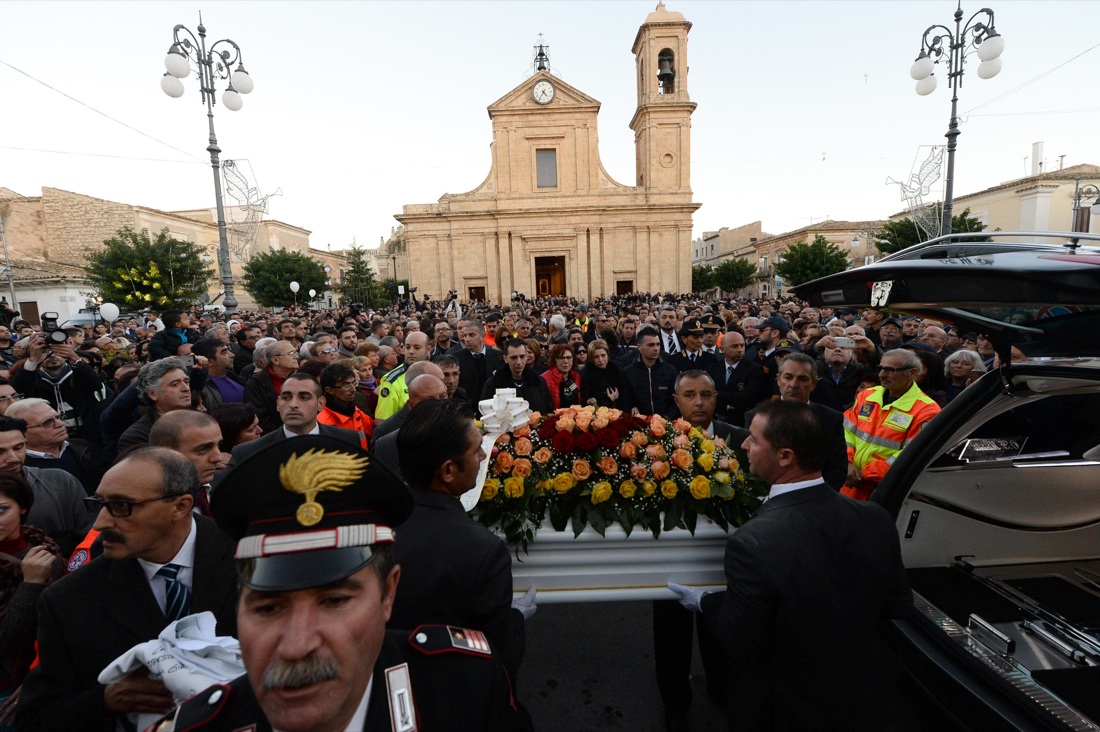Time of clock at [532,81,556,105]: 4:35
